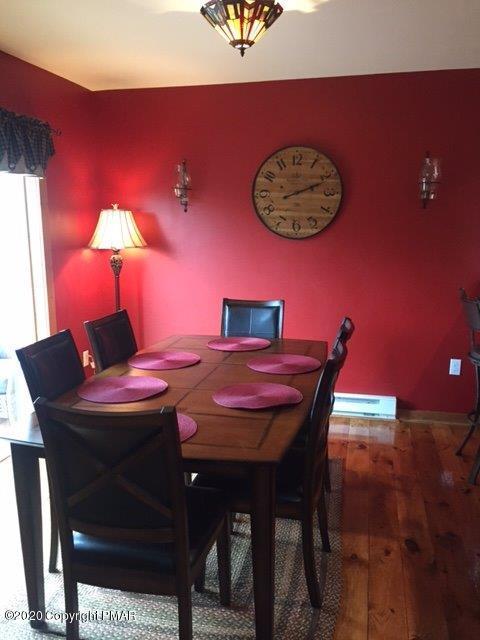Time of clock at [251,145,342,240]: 2:11
